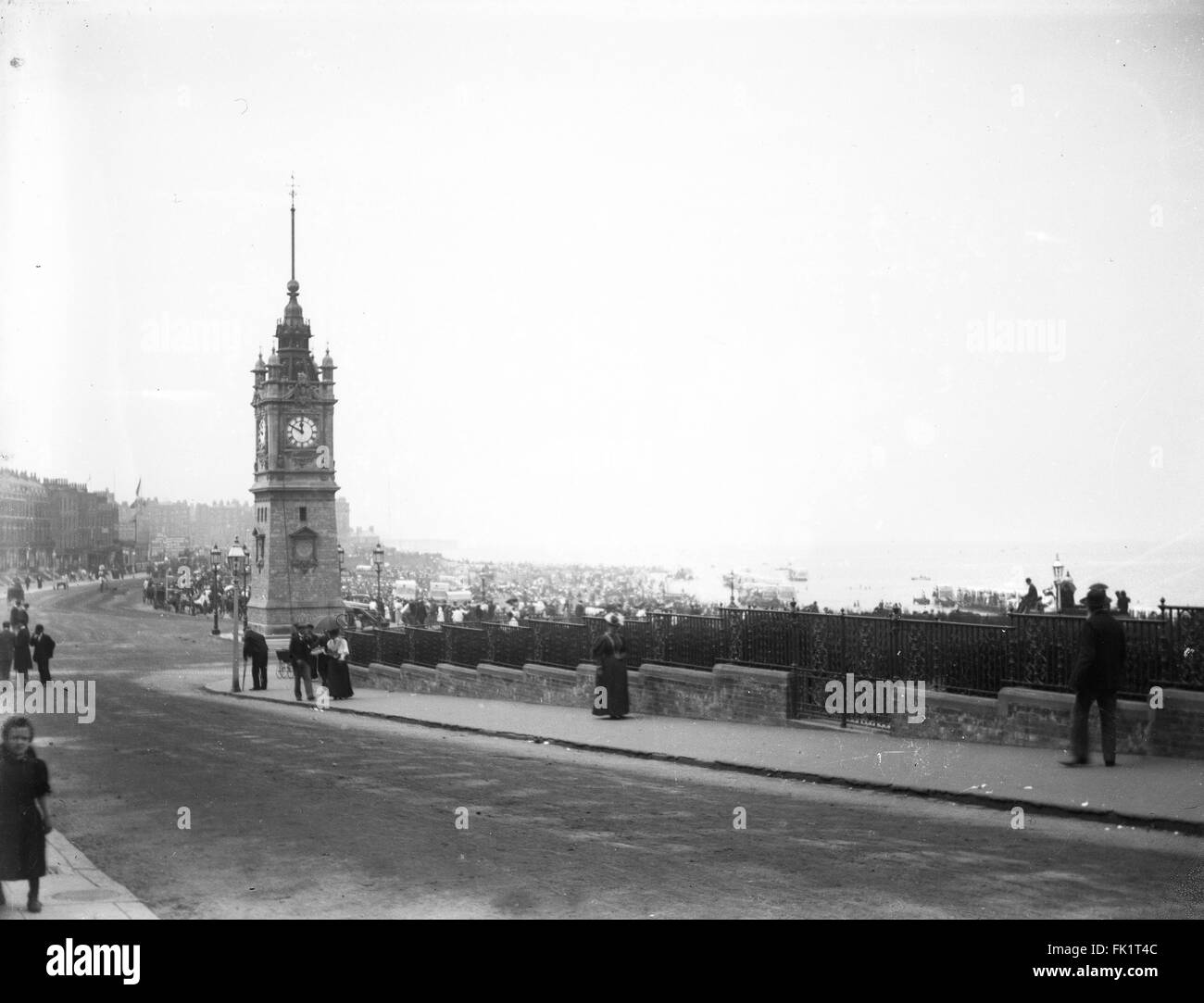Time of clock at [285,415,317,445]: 11:49
